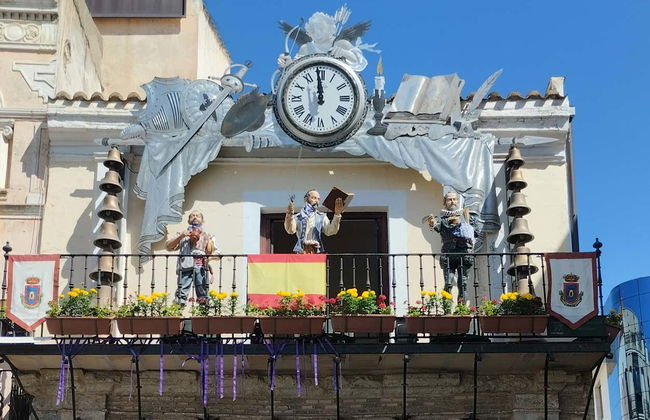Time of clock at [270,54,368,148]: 11:59
